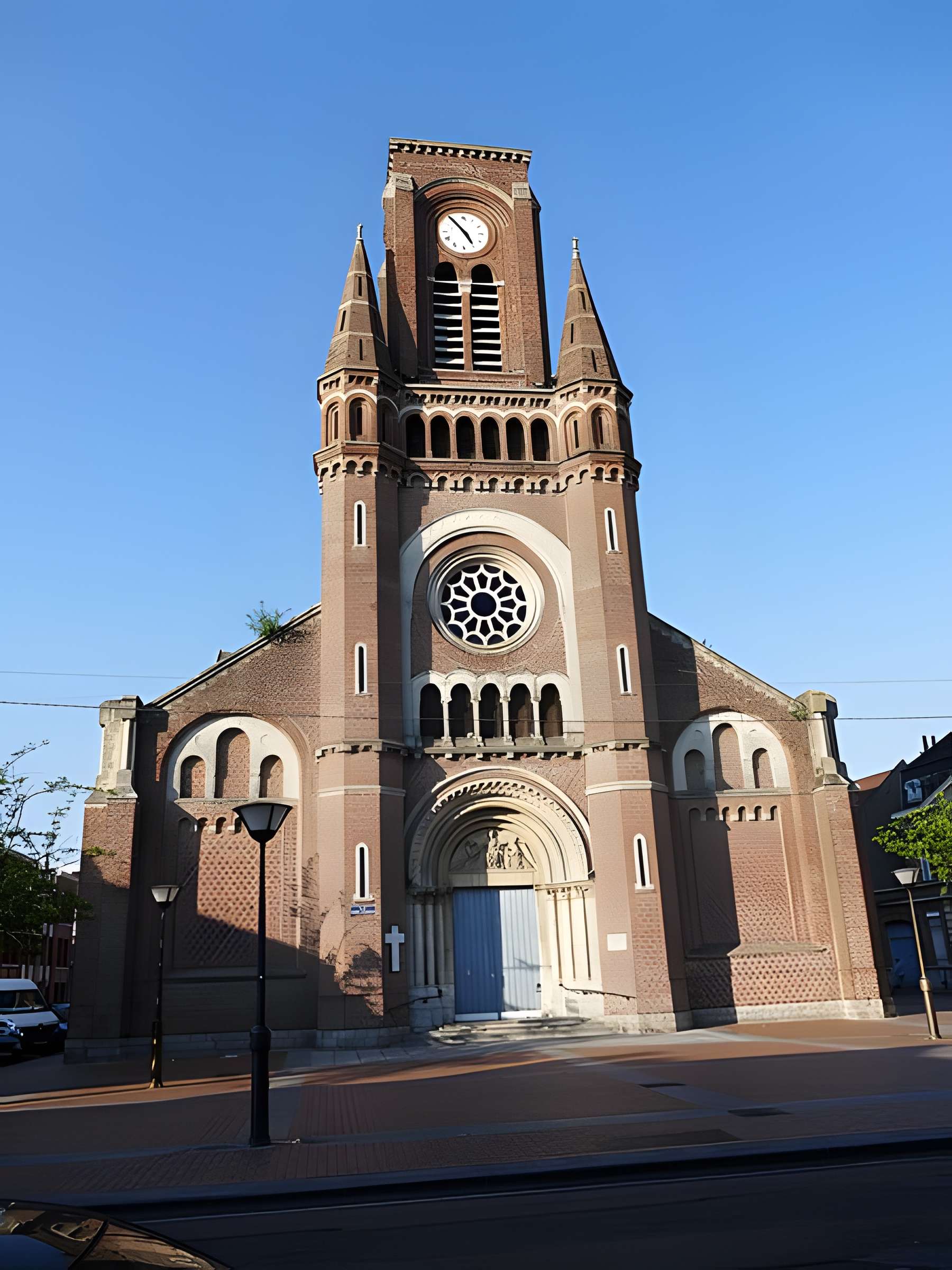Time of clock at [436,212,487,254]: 4:53
